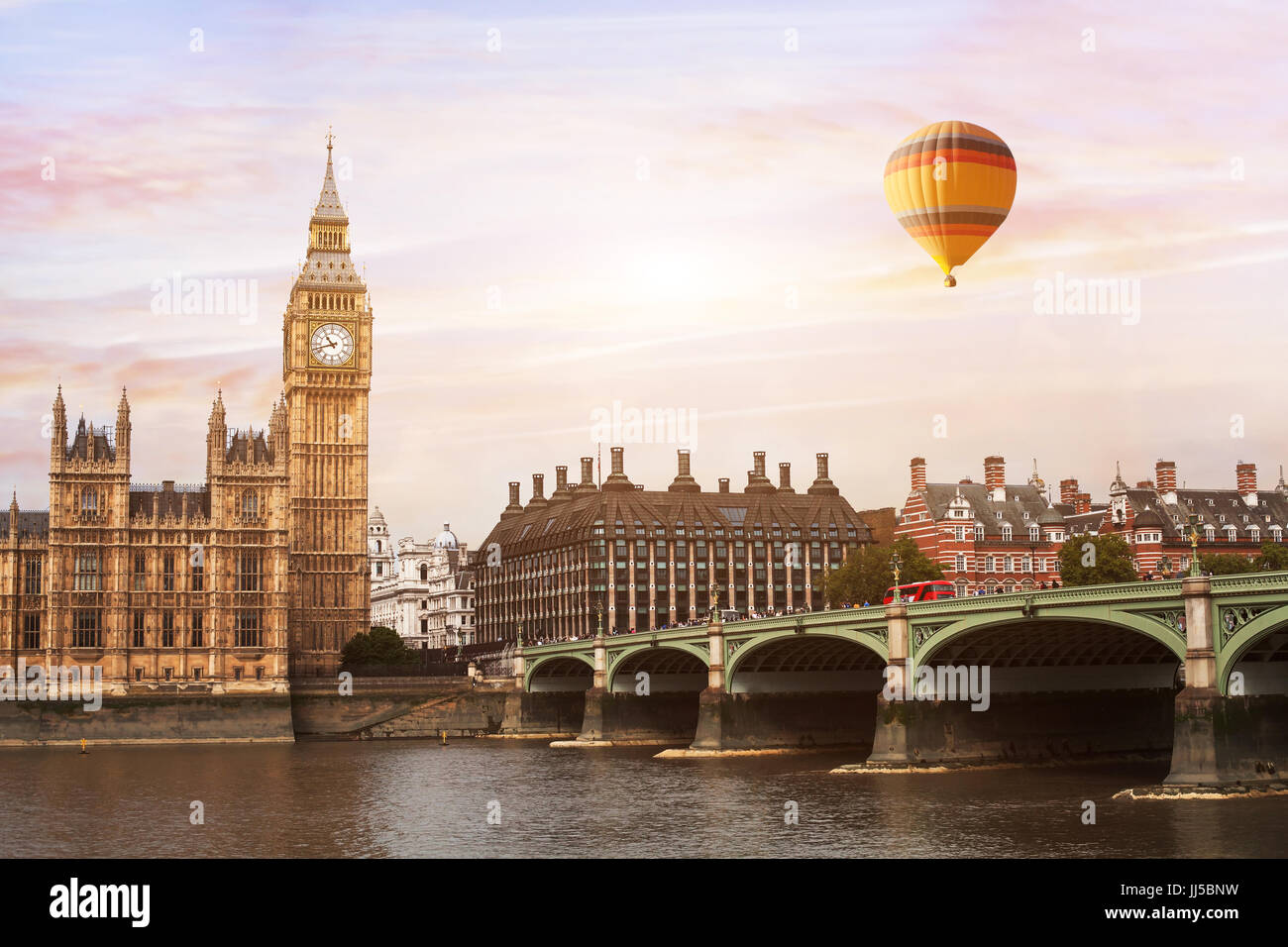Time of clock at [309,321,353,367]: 10:42
